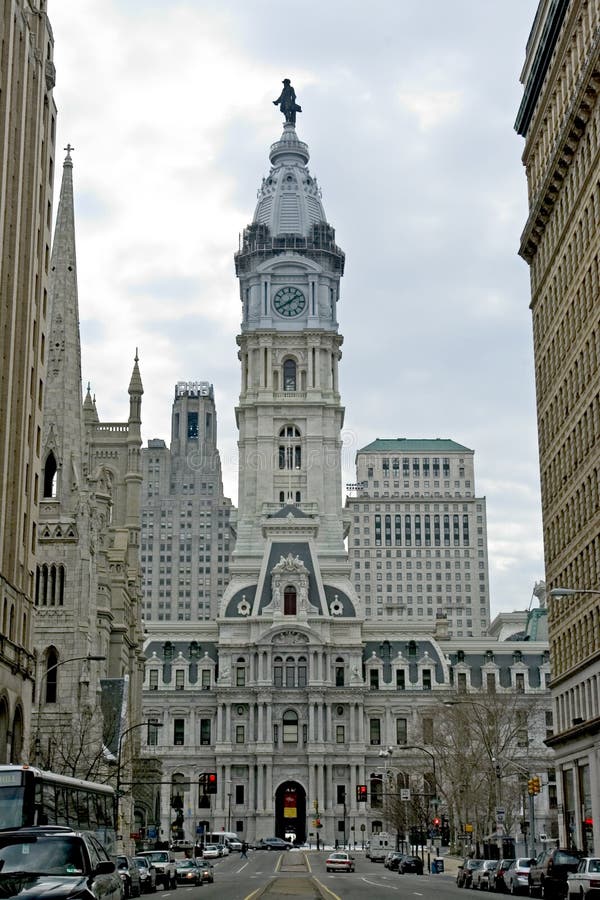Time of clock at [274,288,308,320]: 1:39
